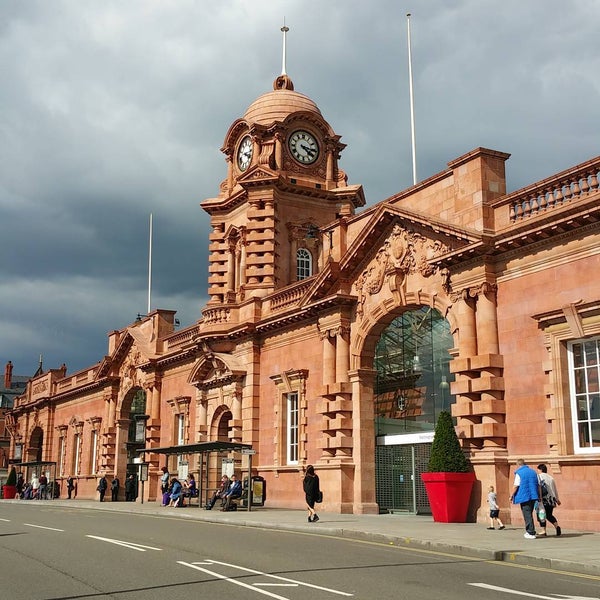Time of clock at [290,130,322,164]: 4:16
